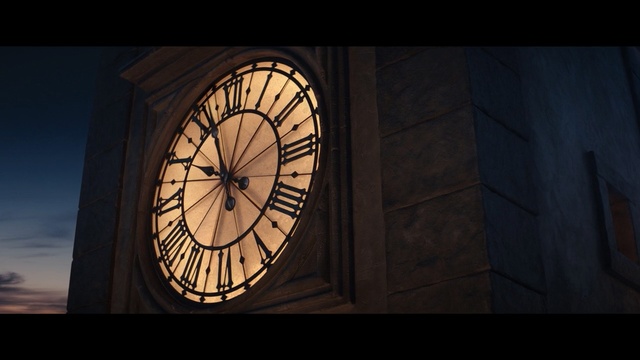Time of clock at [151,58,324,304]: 9:56
